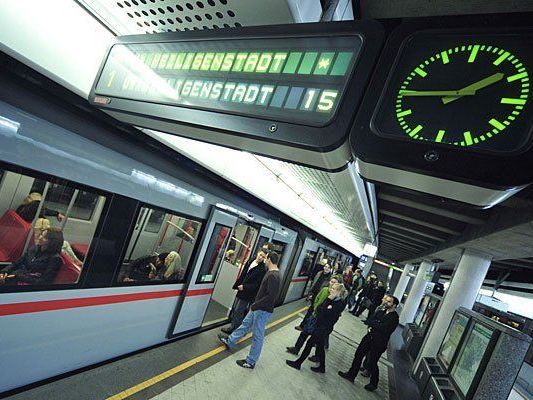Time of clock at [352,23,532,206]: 1:44
